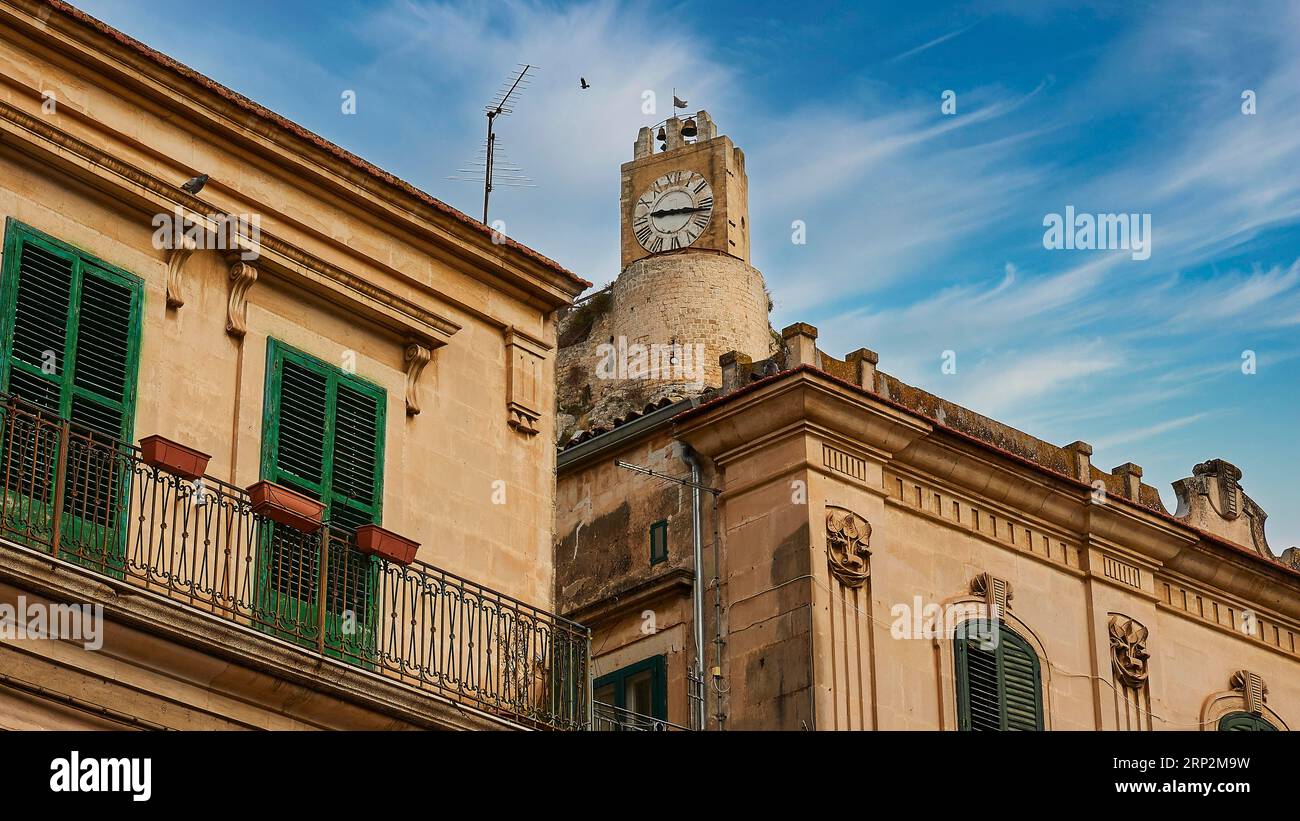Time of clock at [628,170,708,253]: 9:16
